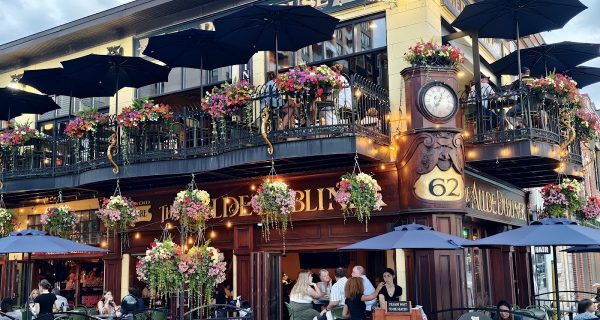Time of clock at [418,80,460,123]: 7:04
